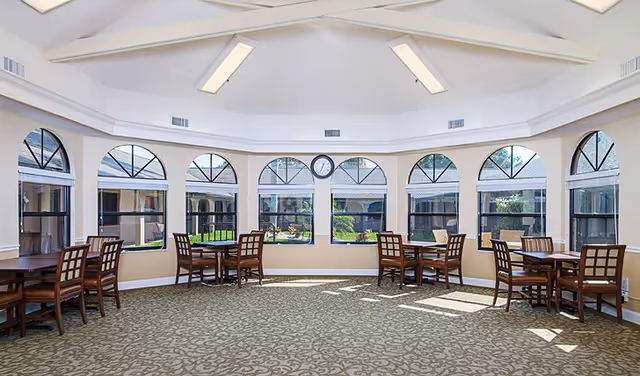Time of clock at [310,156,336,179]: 12:34
